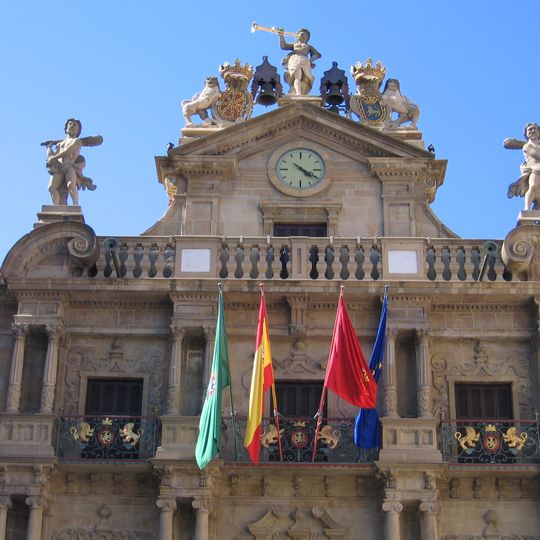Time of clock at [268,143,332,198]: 4:20
